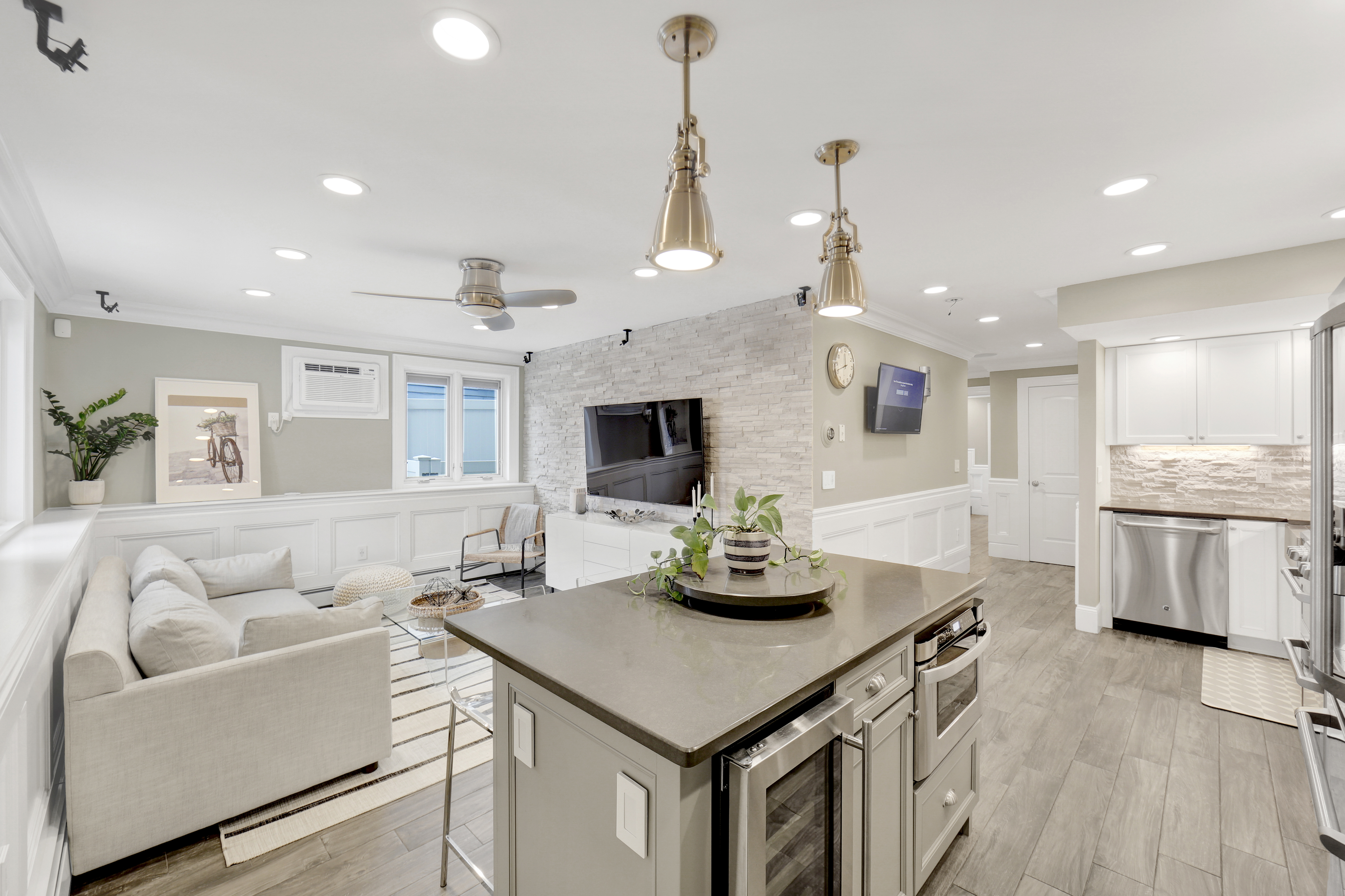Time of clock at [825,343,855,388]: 11:41
